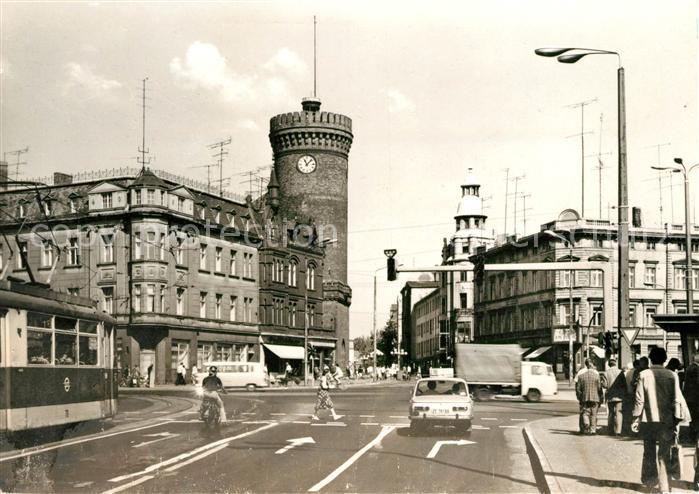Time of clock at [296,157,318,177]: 11:07
